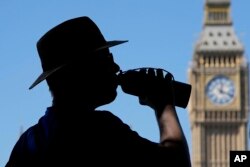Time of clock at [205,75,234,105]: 12:18
